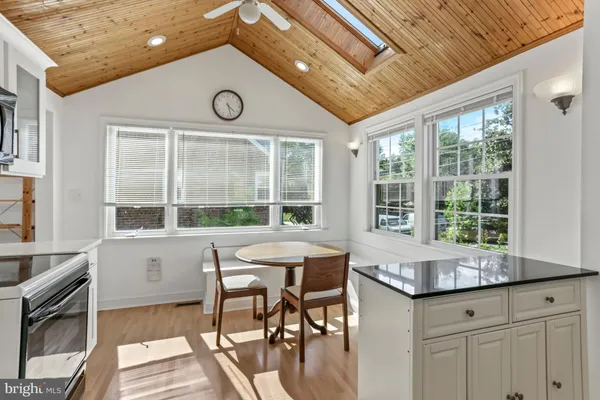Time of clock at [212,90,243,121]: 4:27
